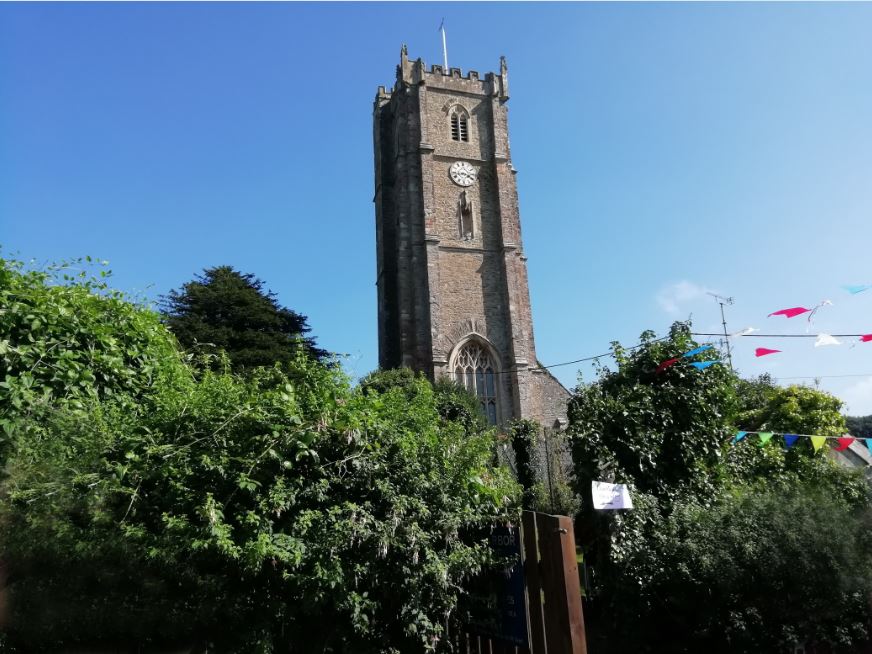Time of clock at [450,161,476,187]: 3:43
